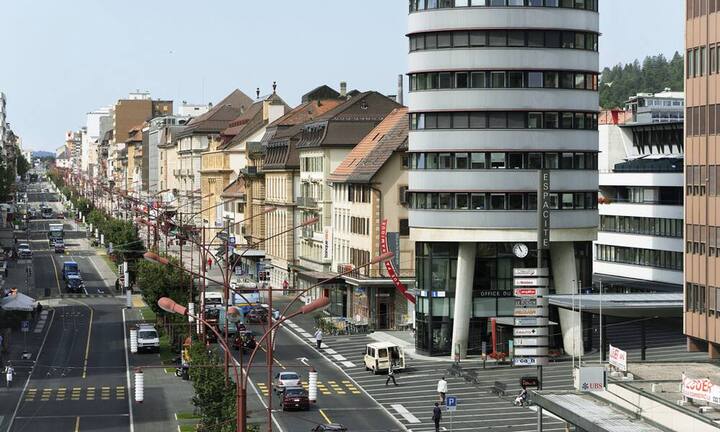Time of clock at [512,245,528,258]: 10:56
